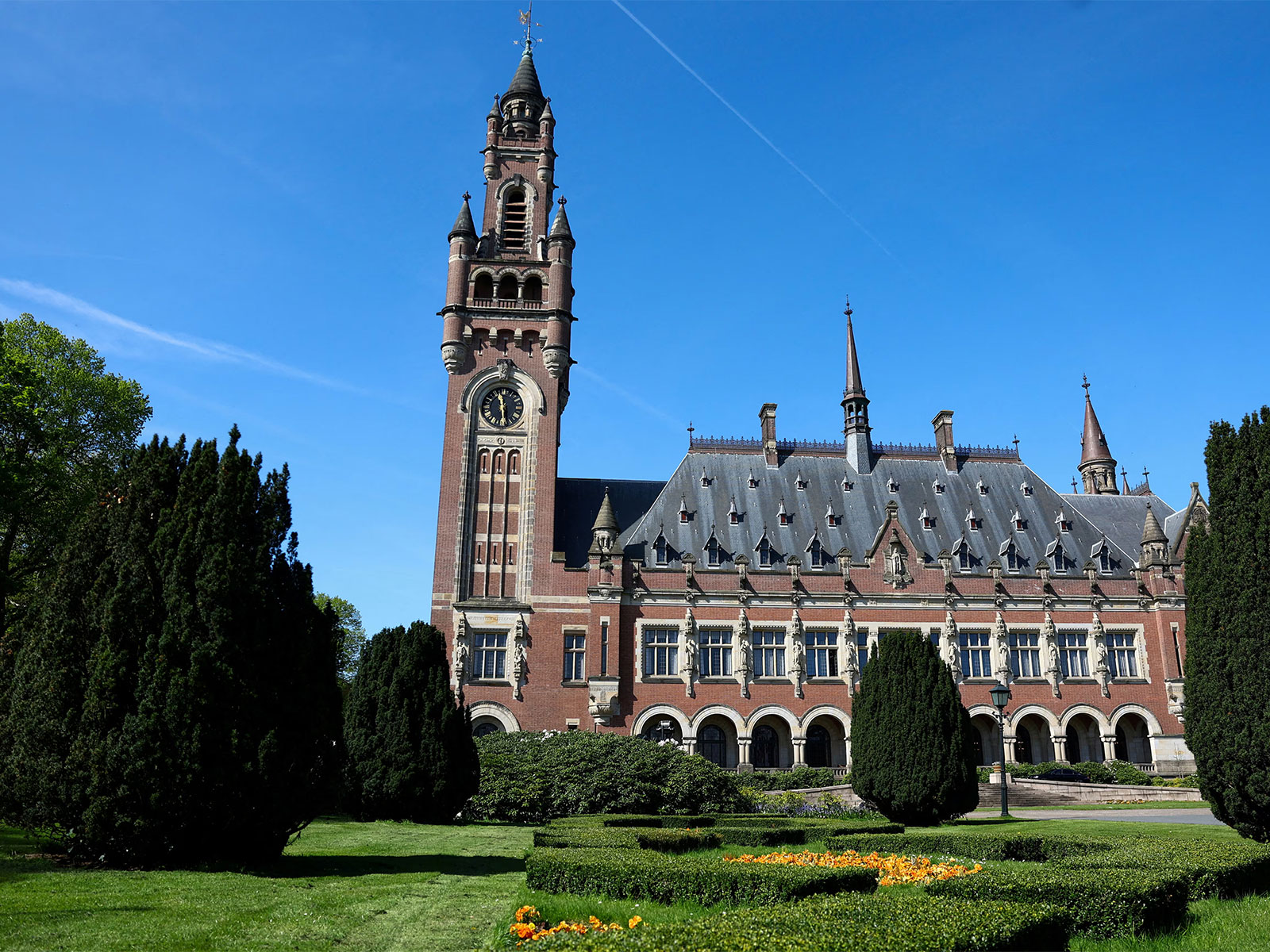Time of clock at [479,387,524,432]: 11:28
